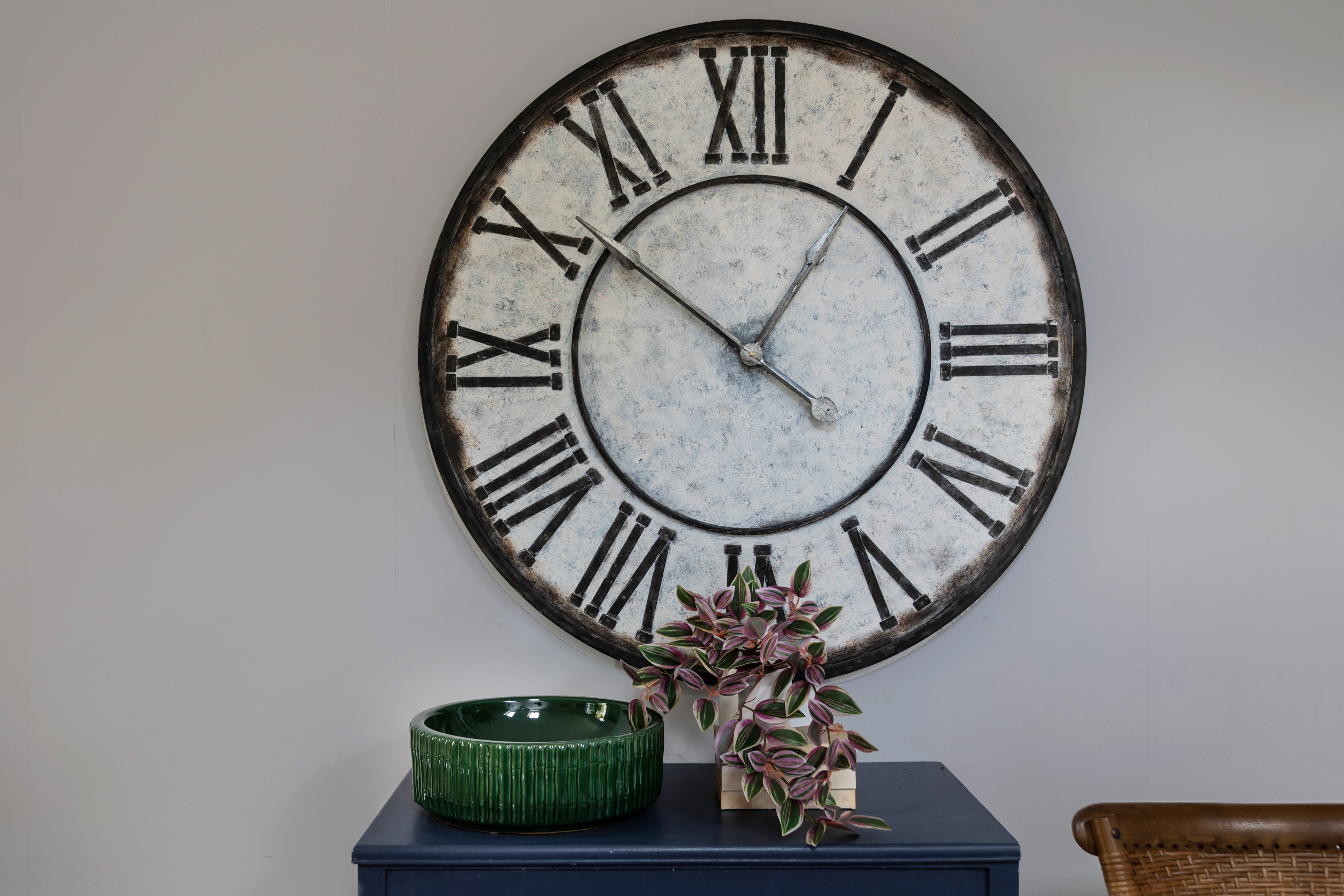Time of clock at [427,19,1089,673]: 12:51
